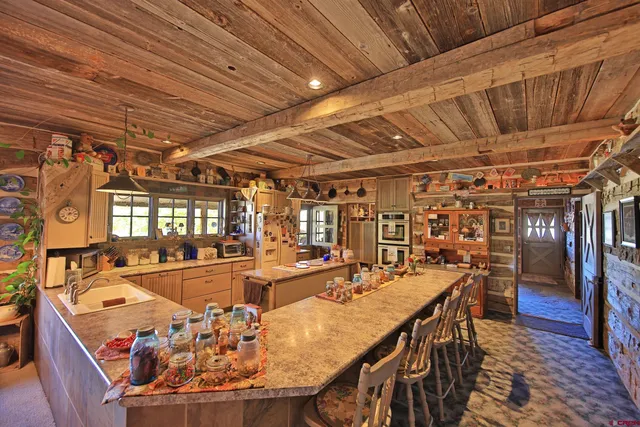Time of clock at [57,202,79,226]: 7:12
